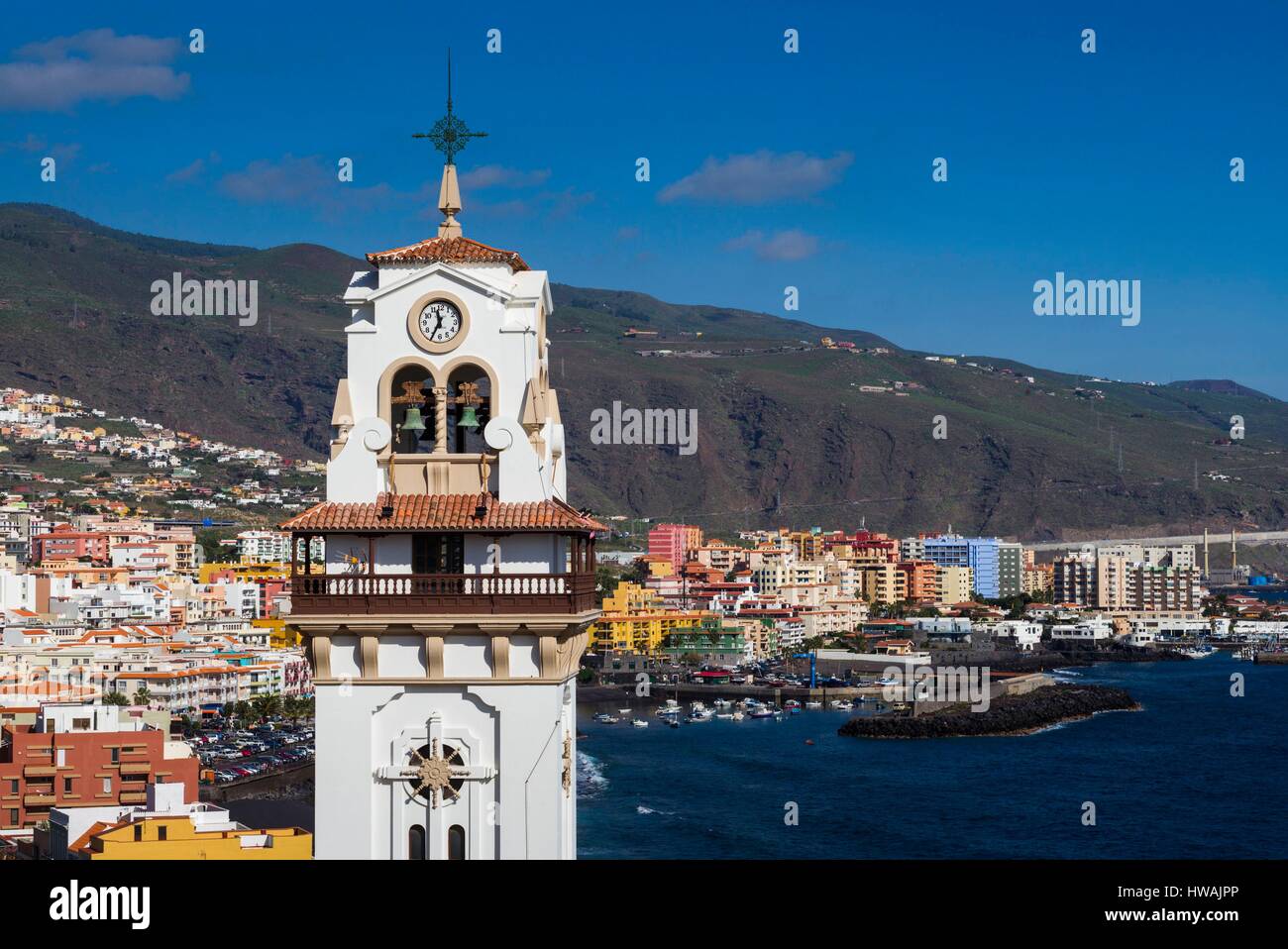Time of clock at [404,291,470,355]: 11:34
